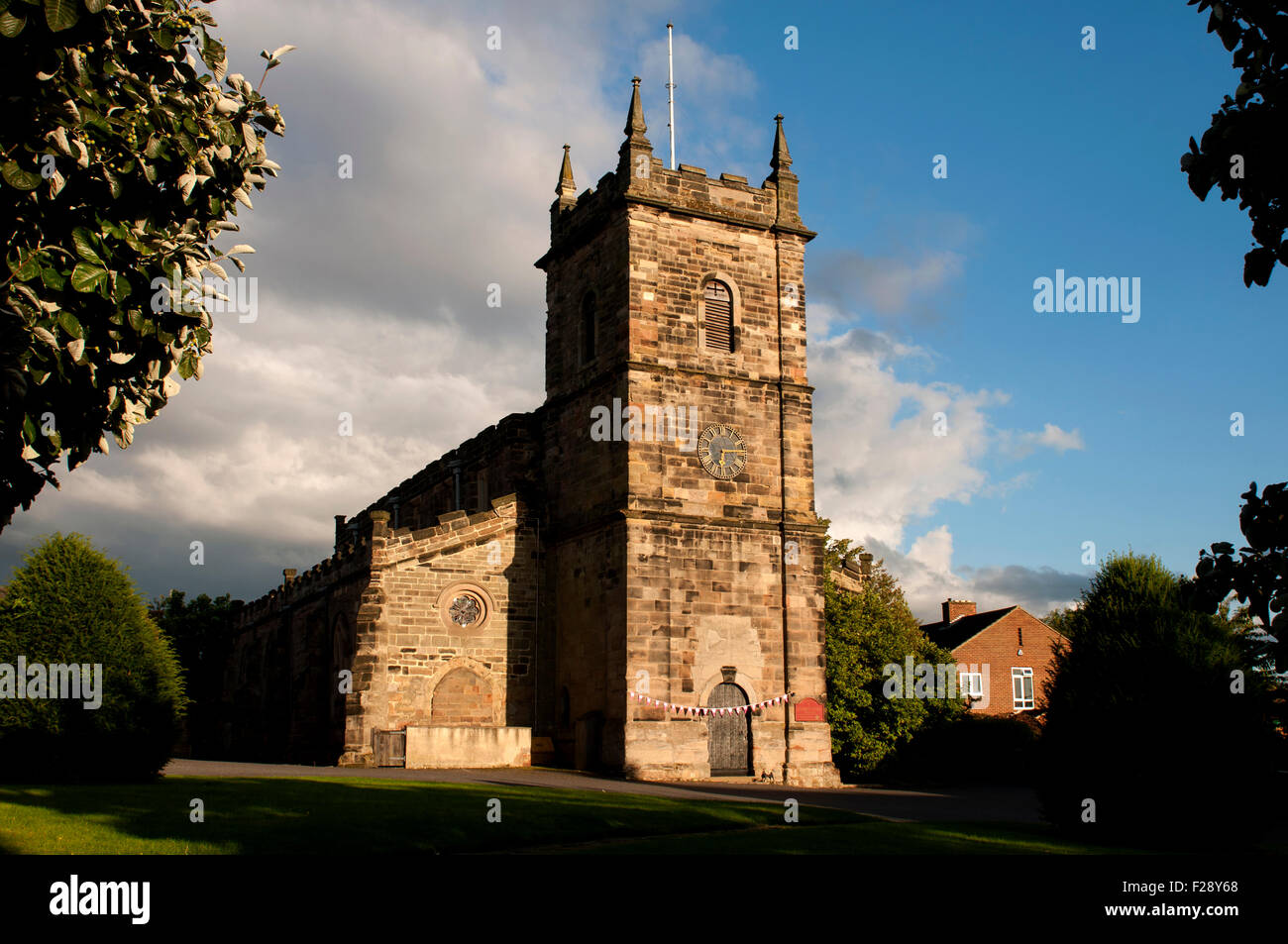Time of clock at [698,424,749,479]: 6:14
